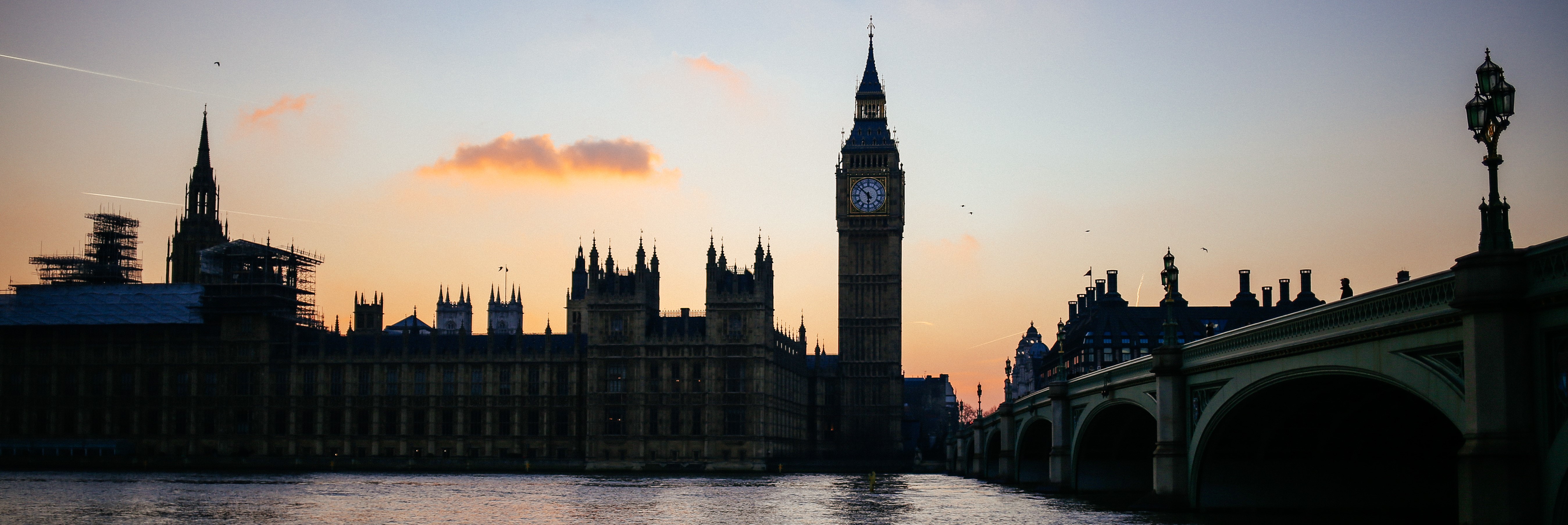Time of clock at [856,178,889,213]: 5:51
